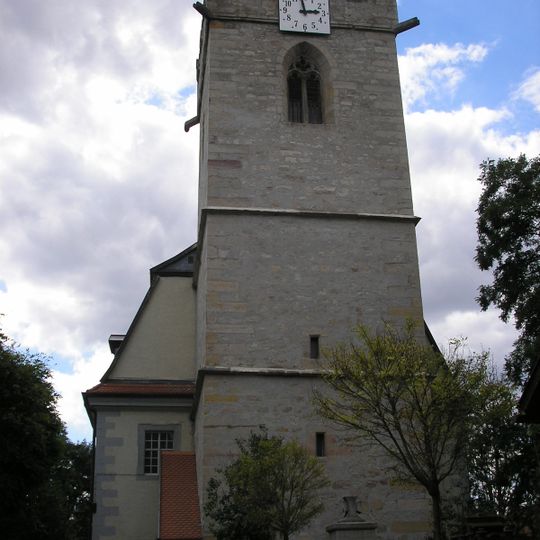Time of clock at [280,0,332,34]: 2:58
